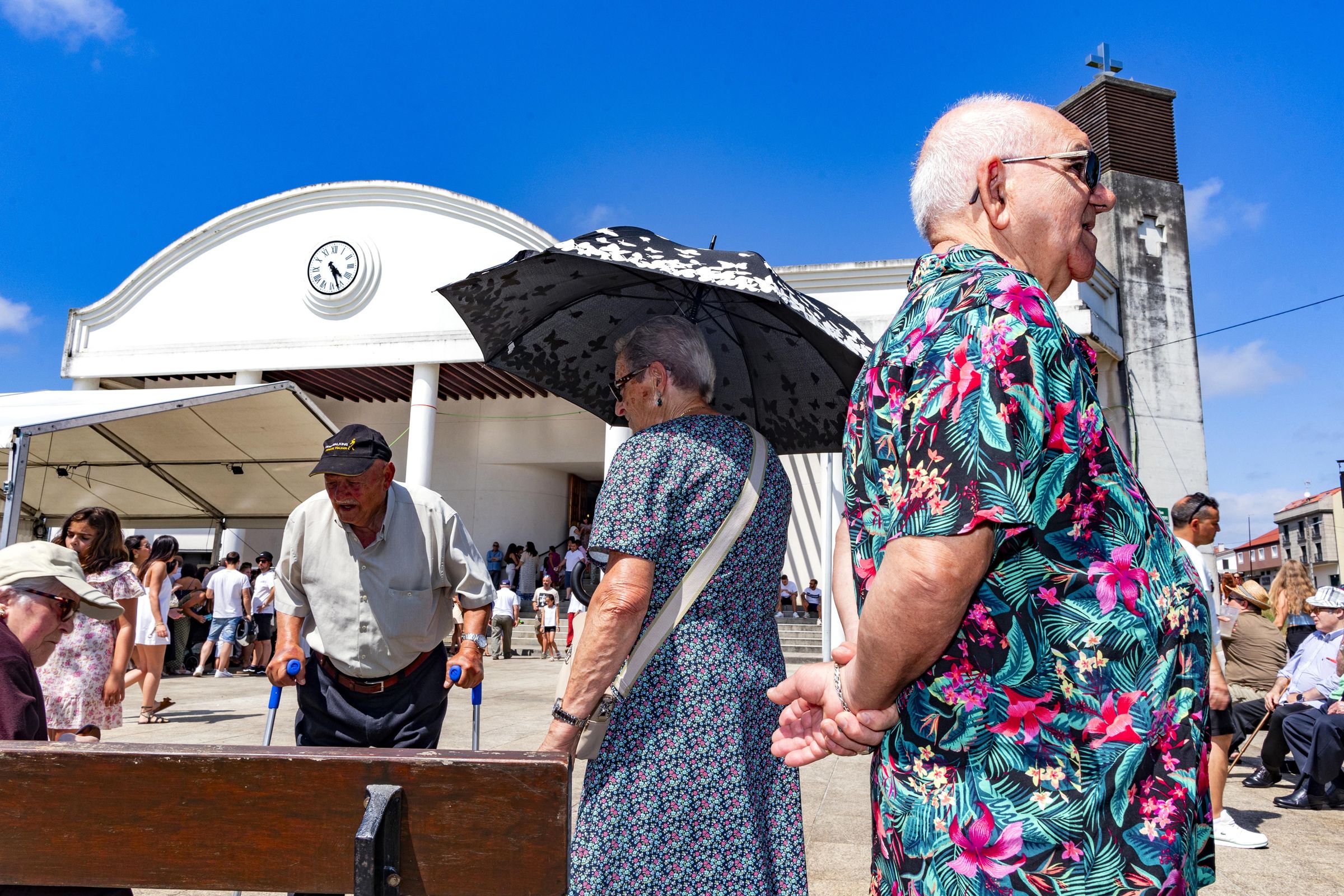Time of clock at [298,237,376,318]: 4:26
